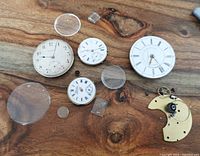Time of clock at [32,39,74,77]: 9:03
